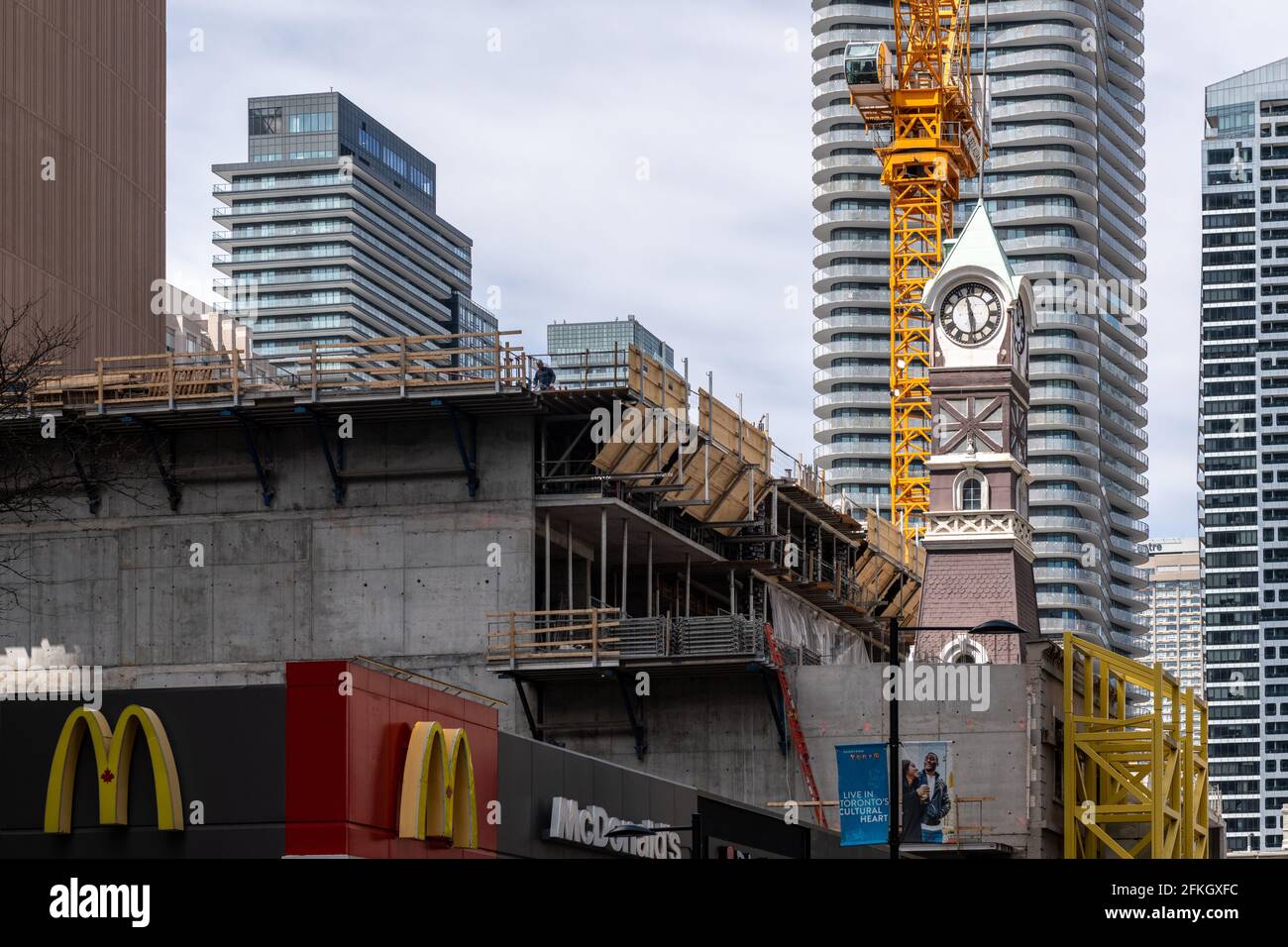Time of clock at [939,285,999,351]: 11:28
